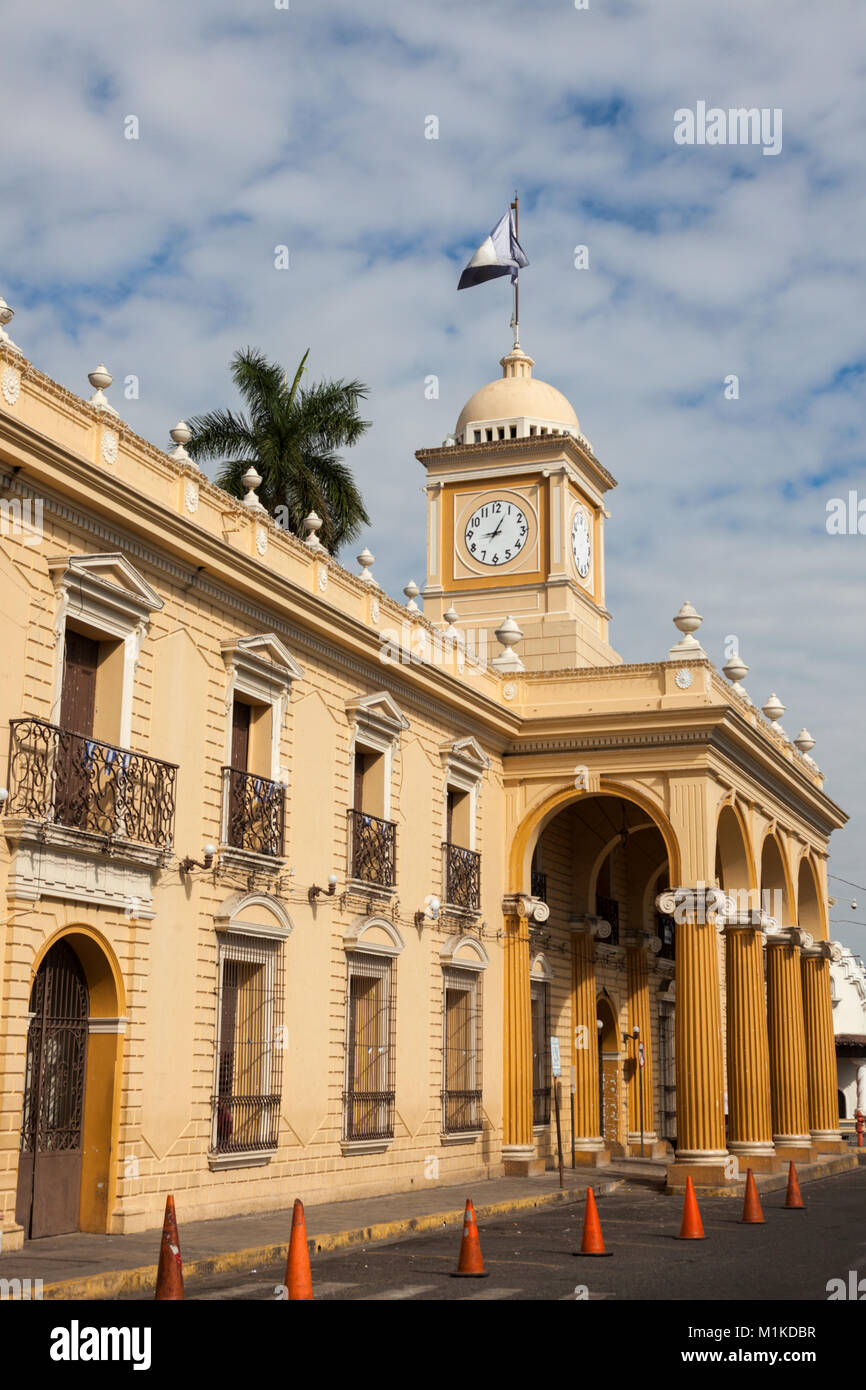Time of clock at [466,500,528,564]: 9:04
